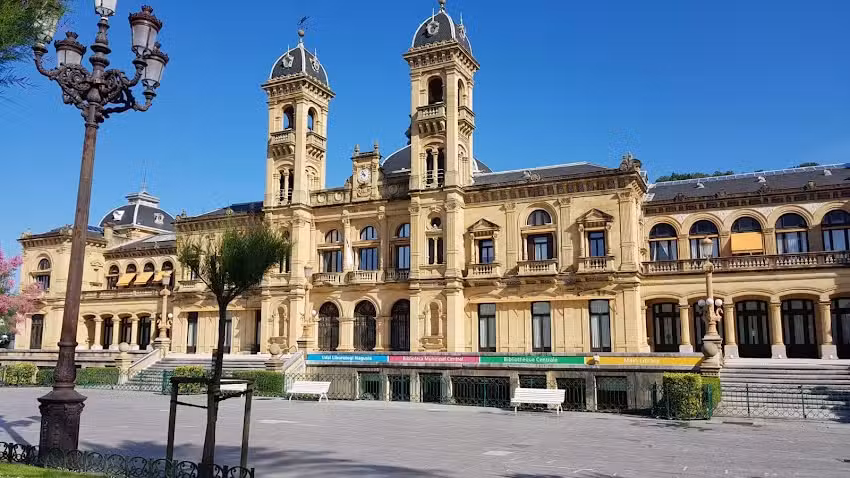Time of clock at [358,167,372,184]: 9:57
